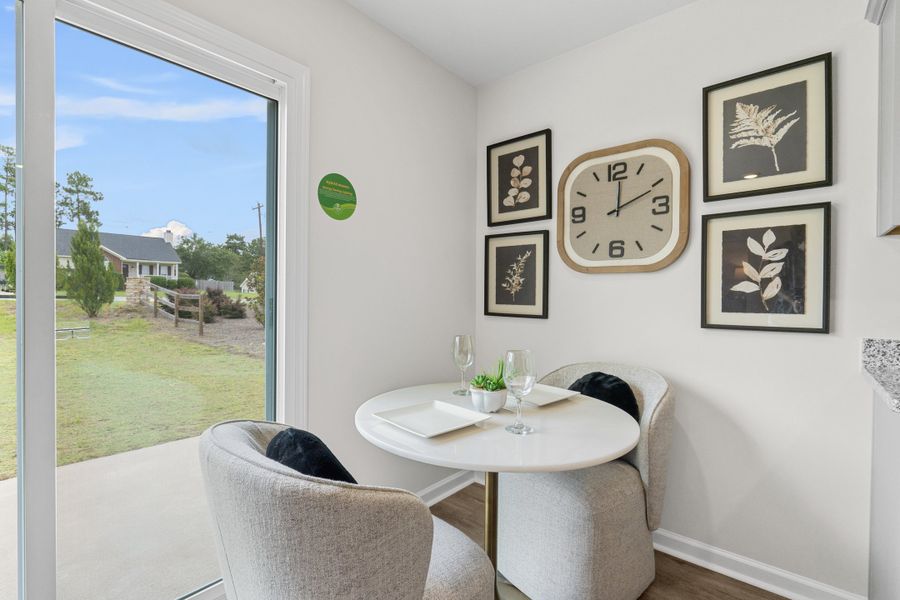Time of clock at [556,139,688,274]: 12:10
